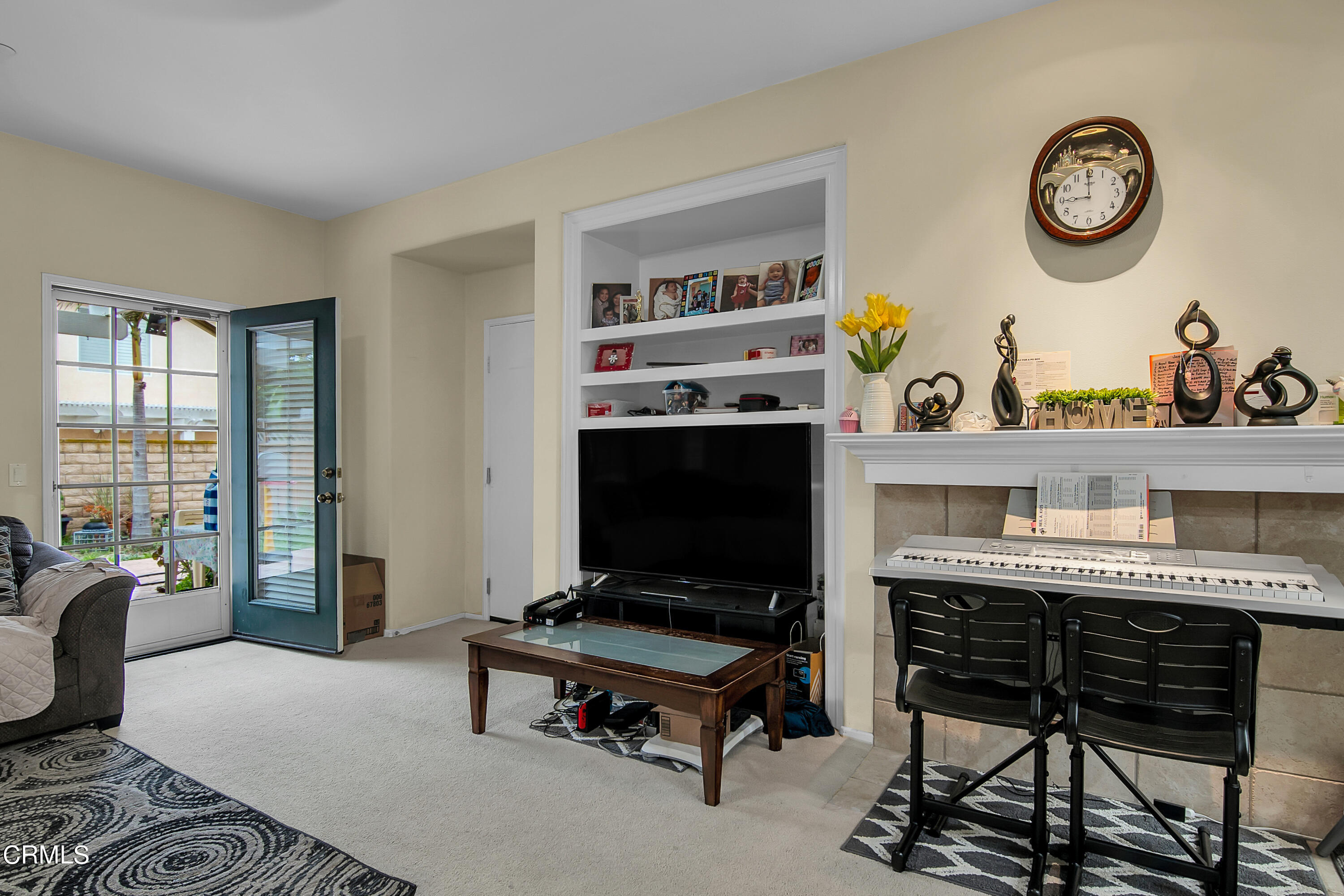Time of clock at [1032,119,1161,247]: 8:59
